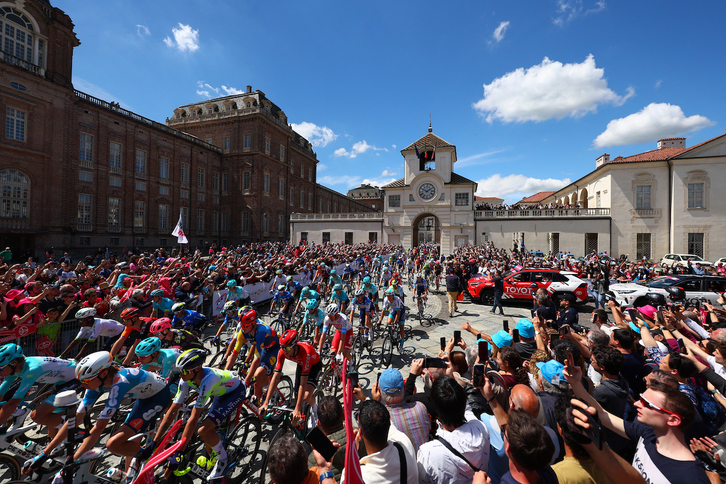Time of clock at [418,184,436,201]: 1:50
